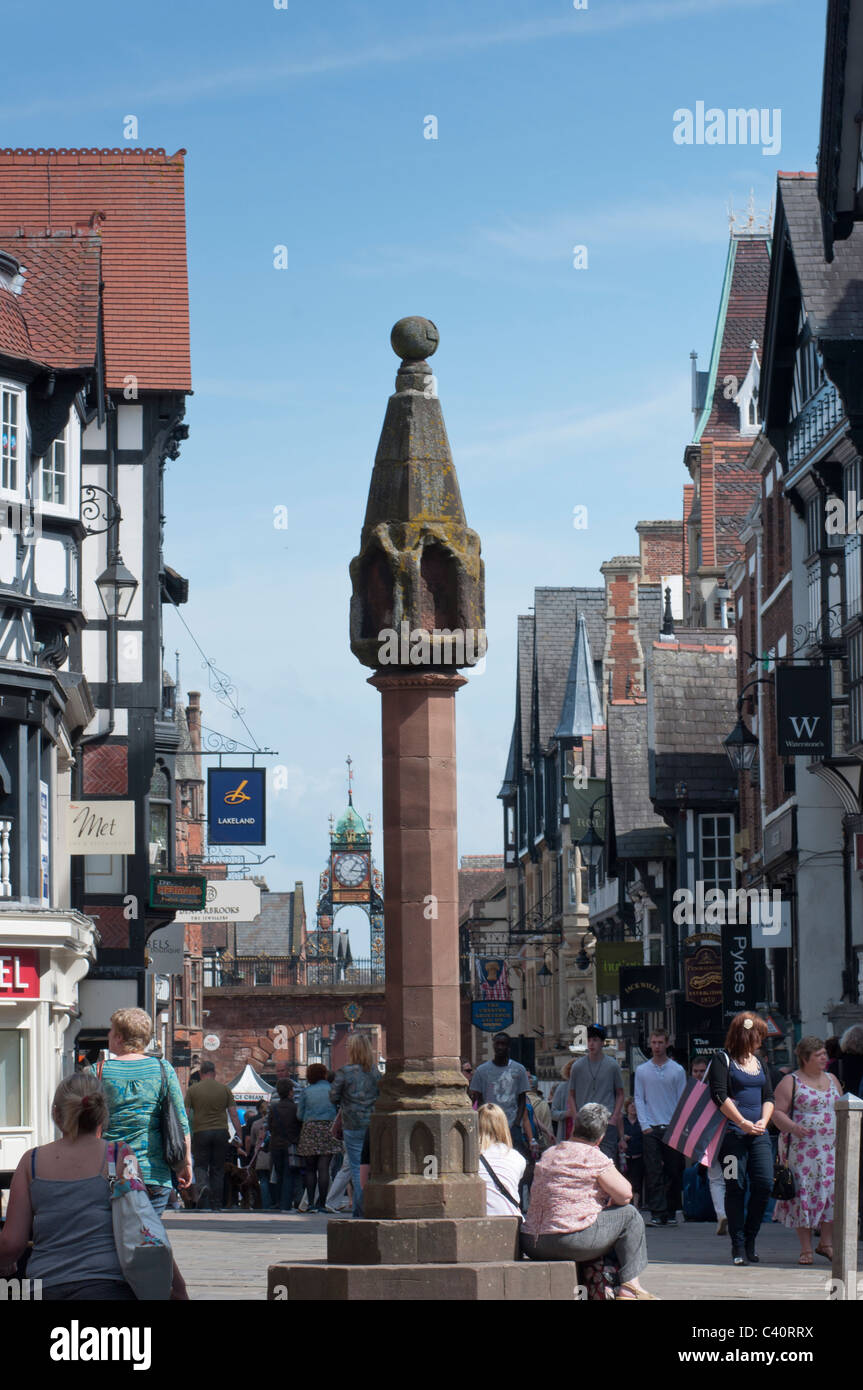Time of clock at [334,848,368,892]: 1:16
